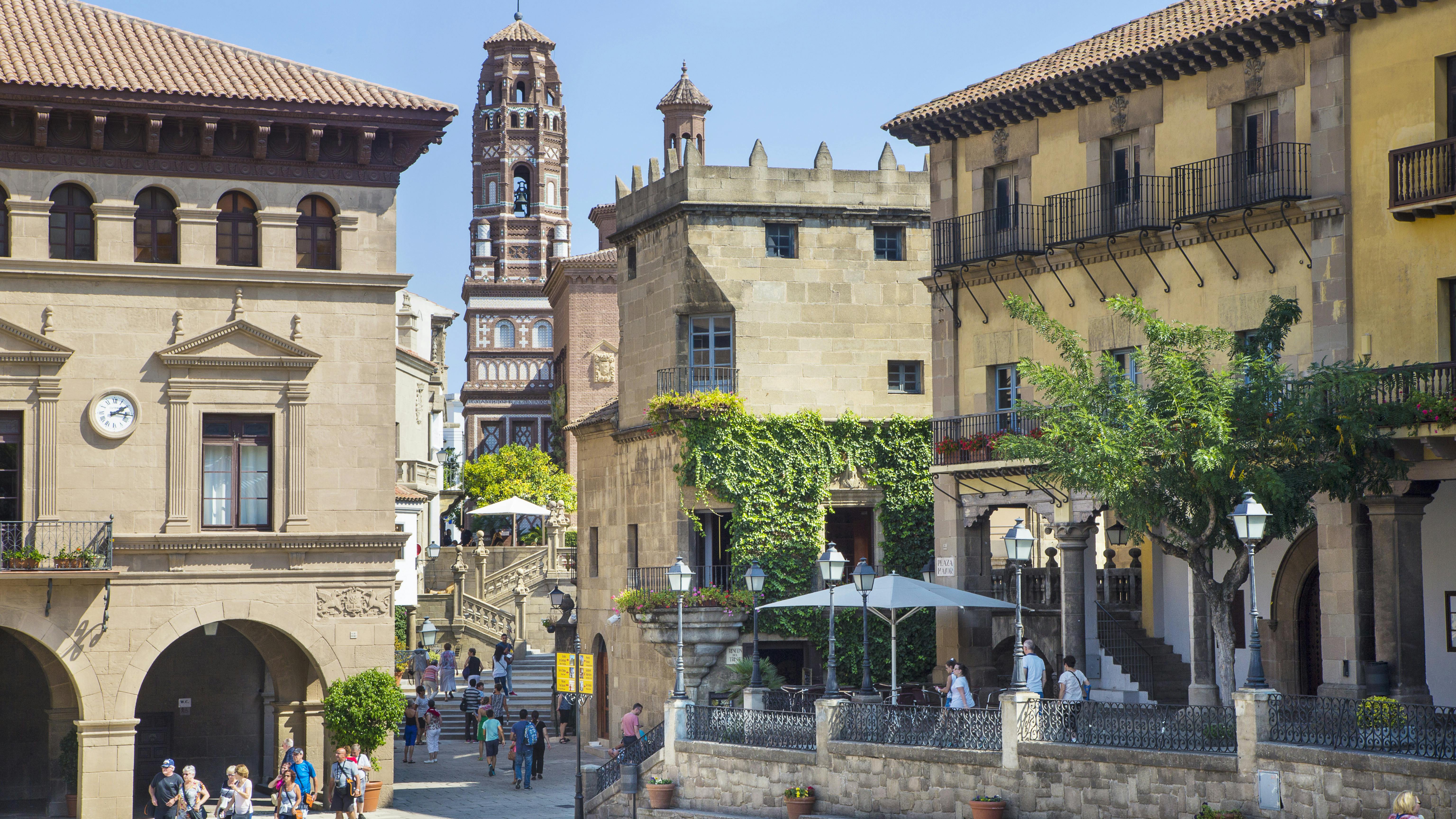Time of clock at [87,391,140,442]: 2:16
